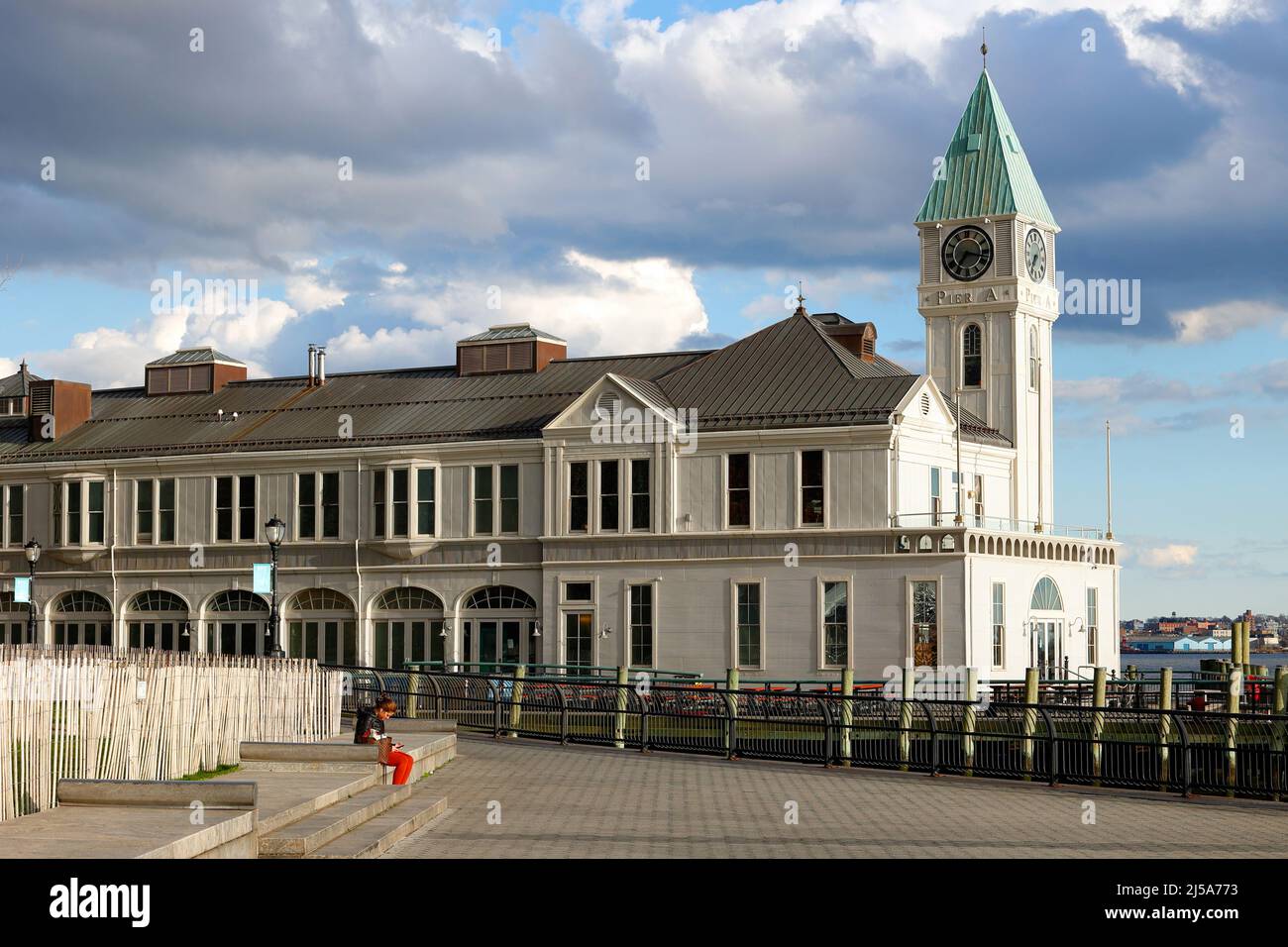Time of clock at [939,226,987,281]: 7:17
